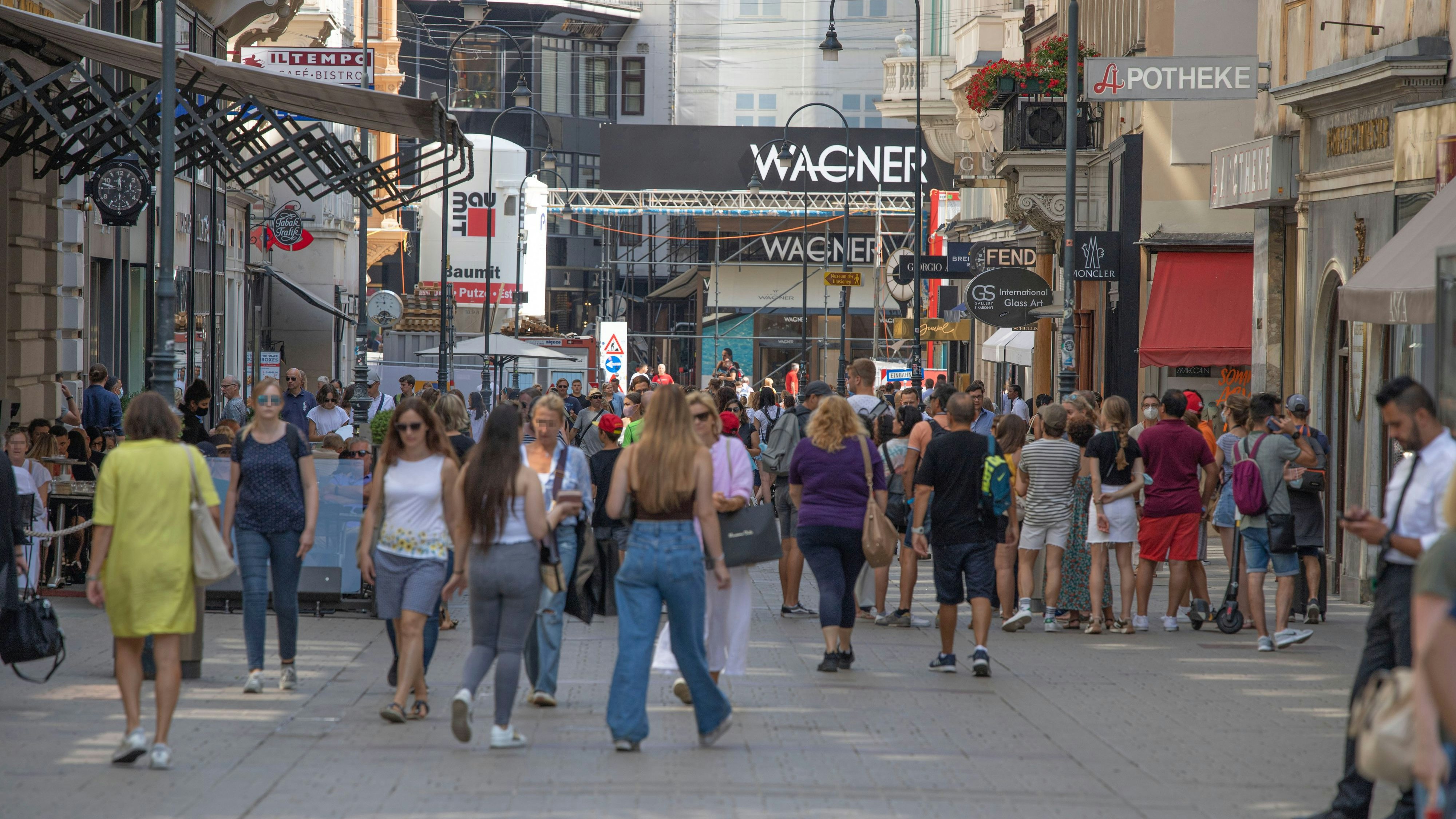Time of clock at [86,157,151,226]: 11:47
